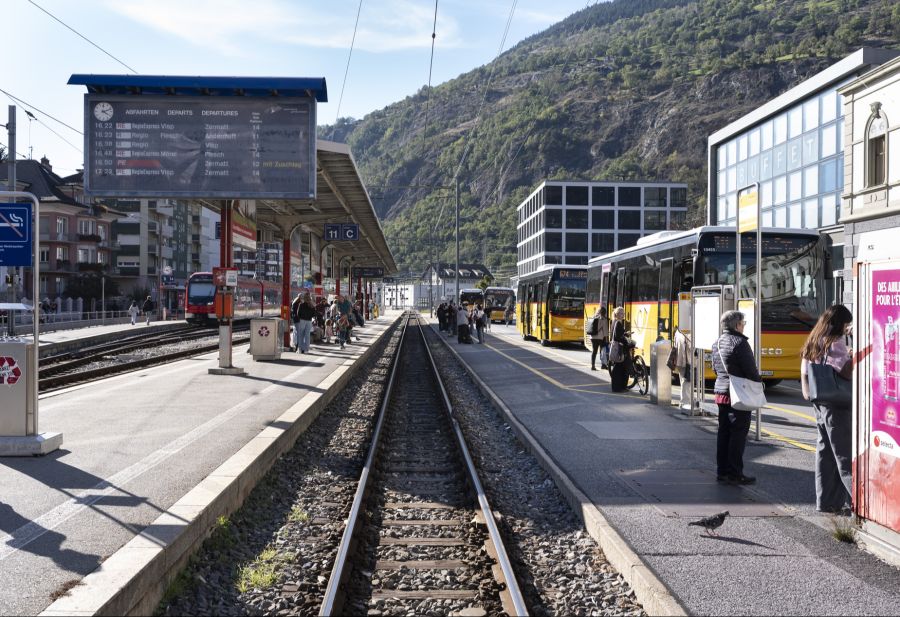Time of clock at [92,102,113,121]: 4:11
